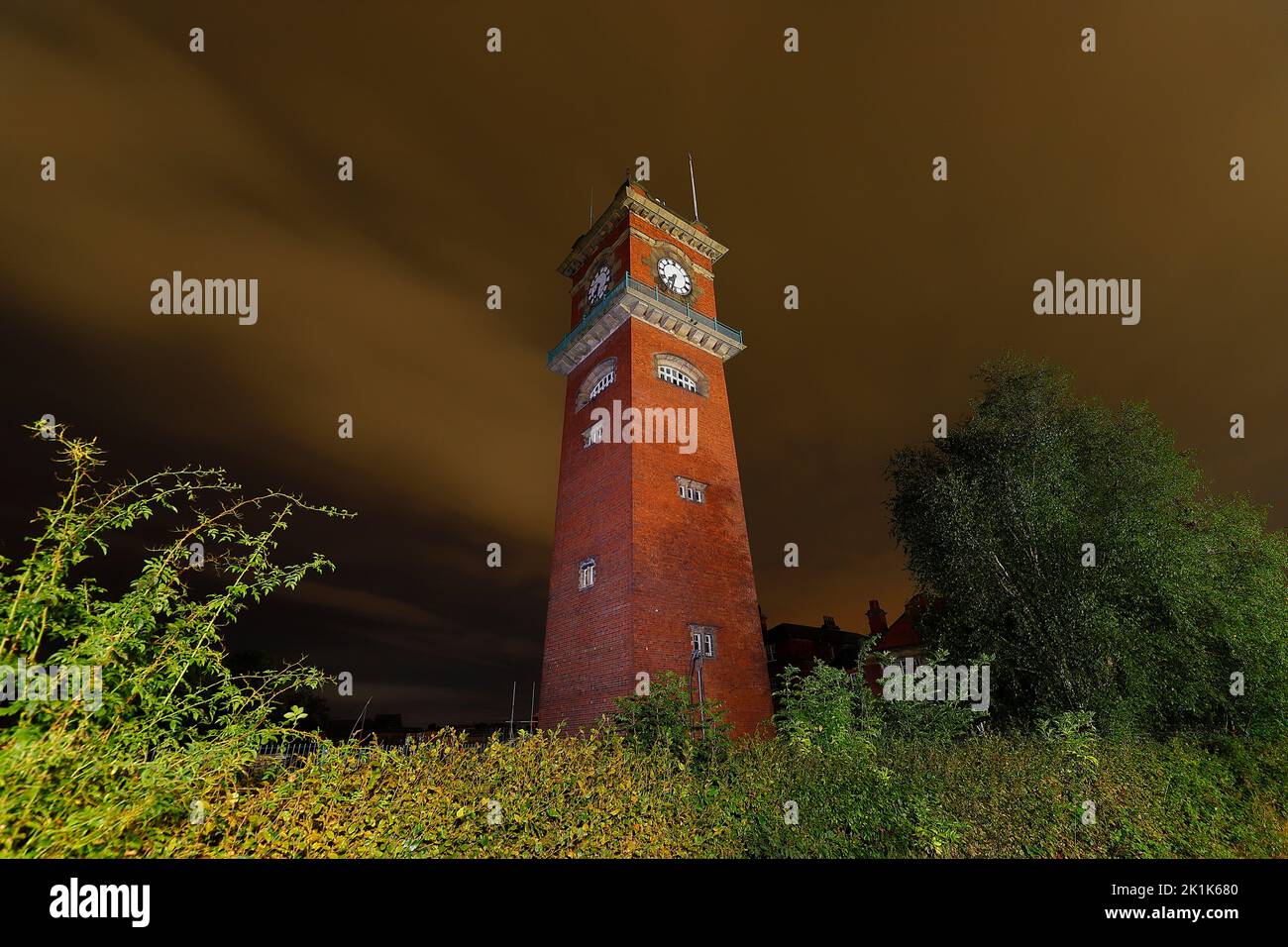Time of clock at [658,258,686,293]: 7:32
